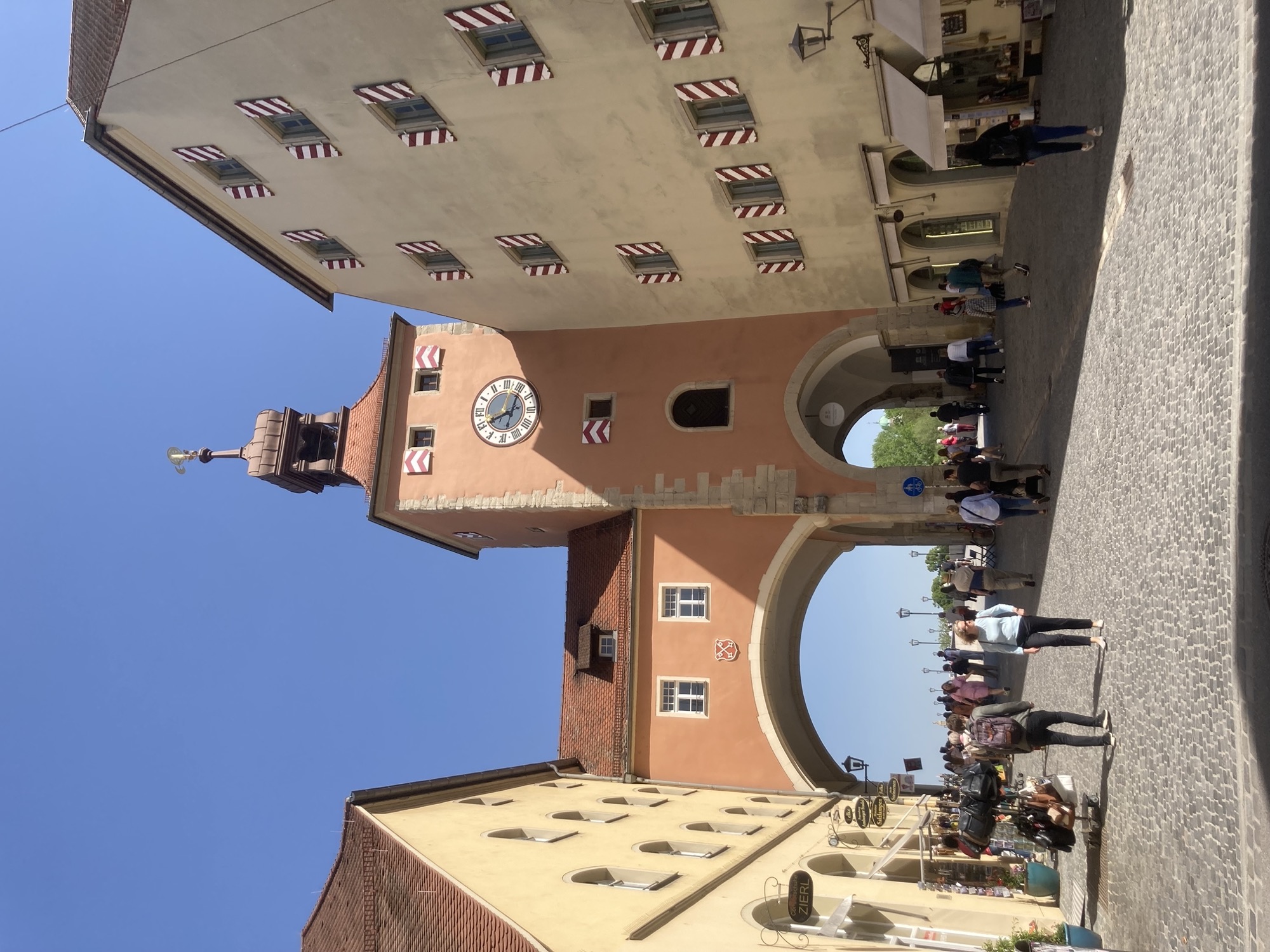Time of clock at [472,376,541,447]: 12:41
